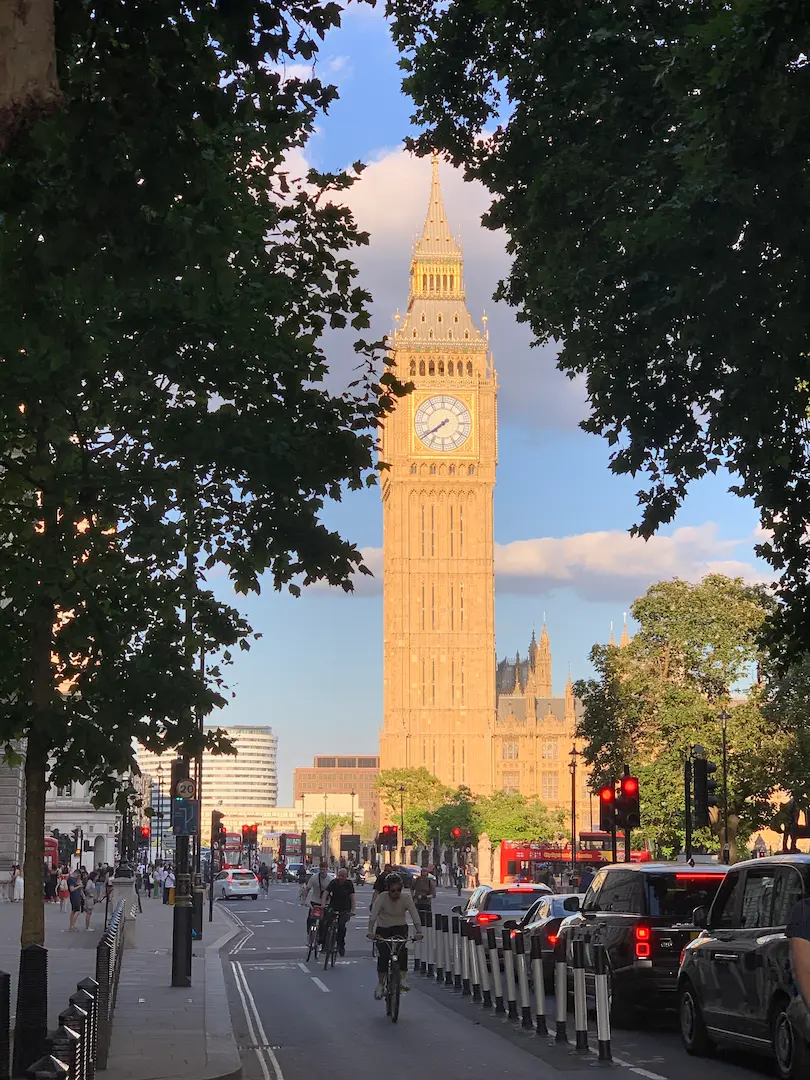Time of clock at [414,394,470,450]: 7:39
